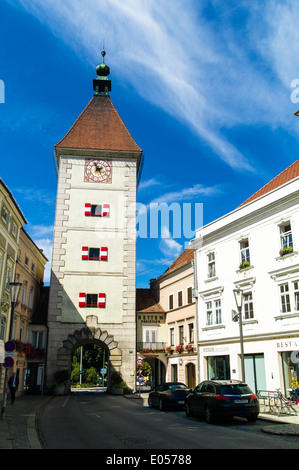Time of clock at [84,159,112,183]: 1:56
